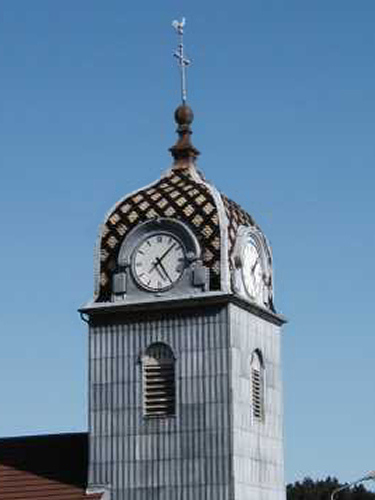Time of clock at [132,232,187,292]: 5:07
